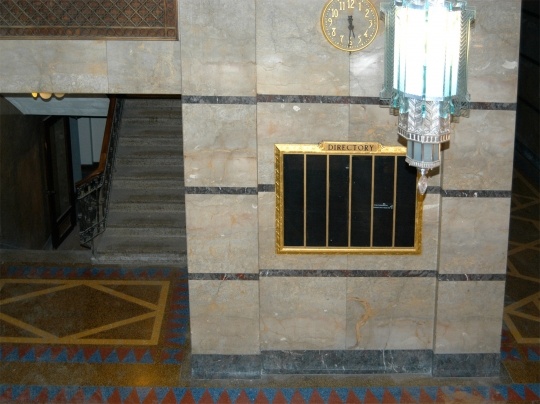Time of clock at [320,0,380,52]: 5:30
